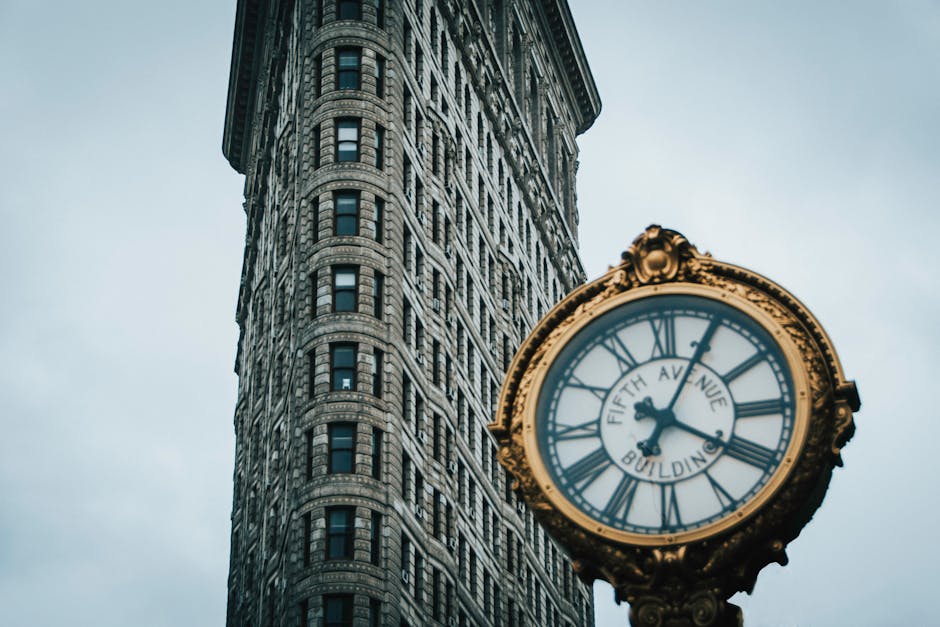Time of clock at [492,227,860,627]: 4:04
